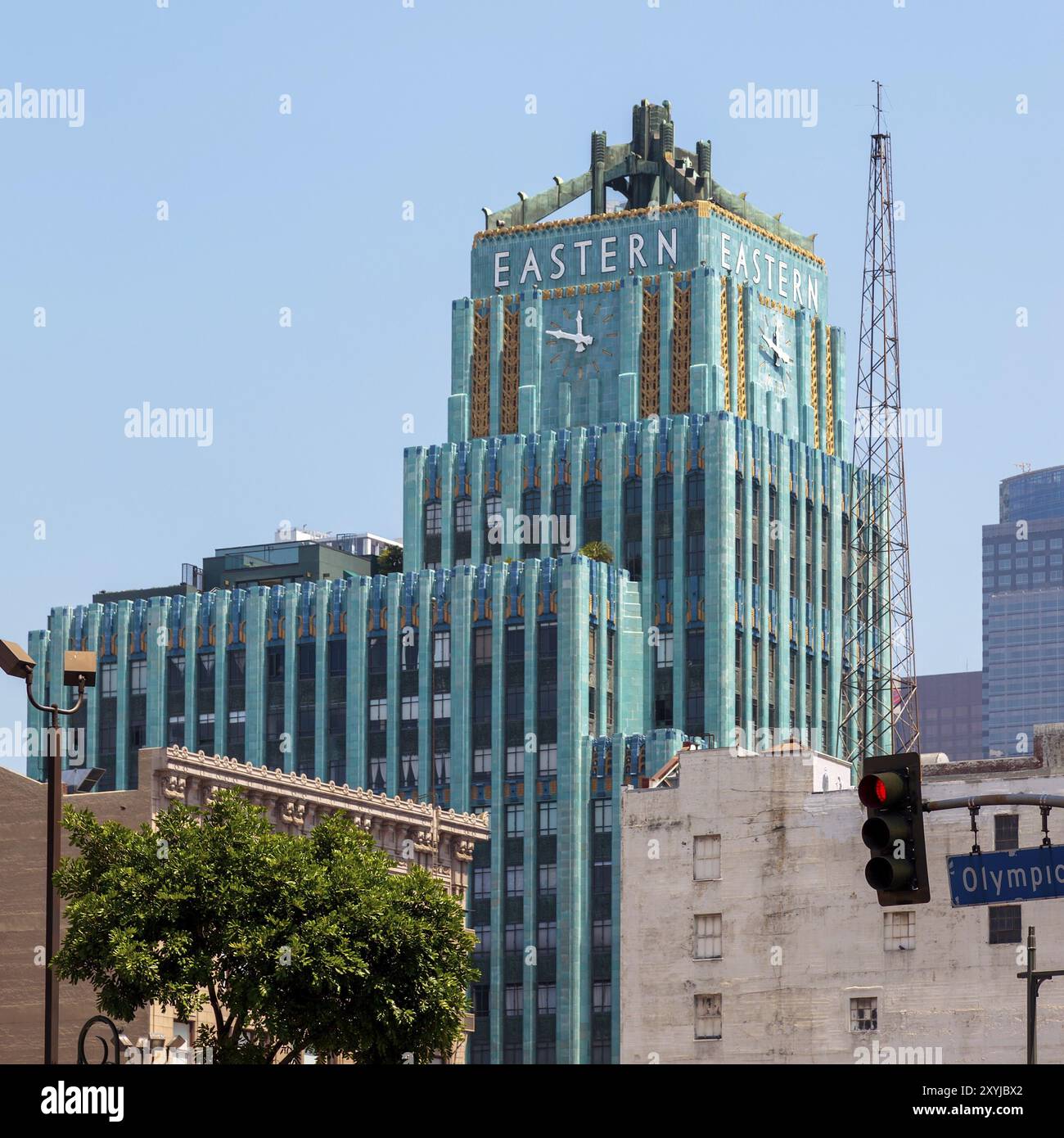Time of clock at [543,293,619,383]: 11:47
